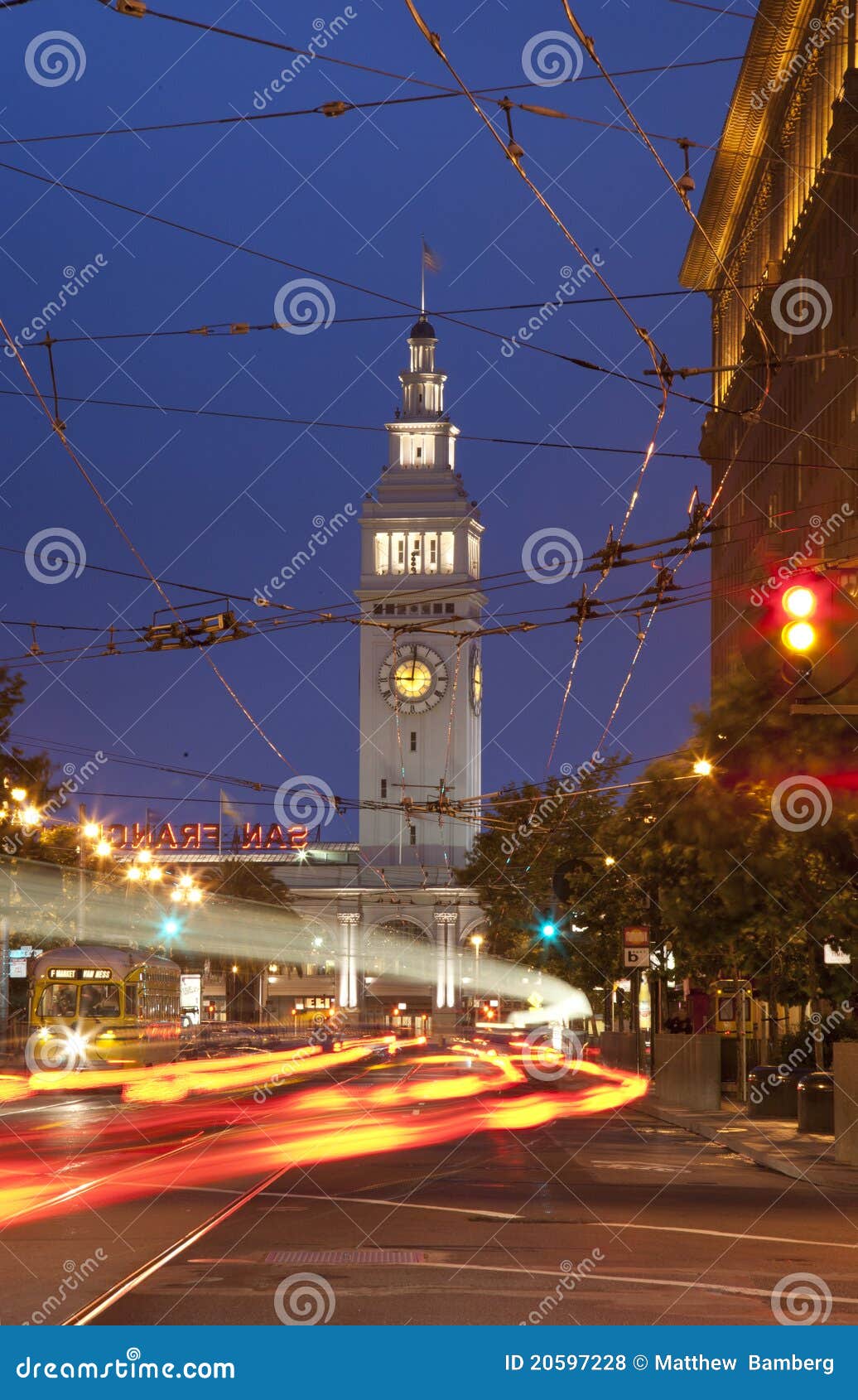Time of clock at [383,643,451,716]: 9:01
